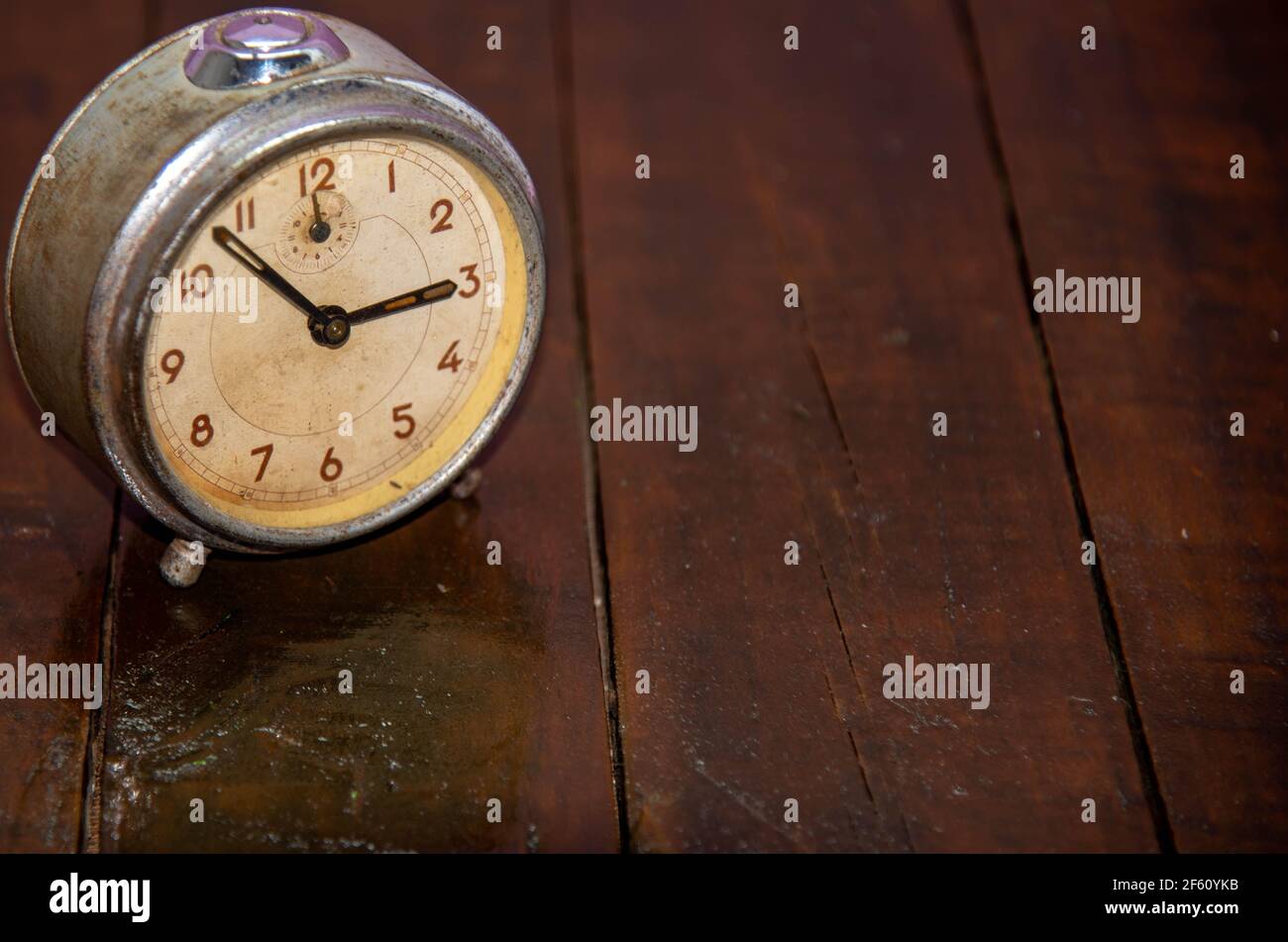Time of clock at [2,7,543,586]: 2:53
